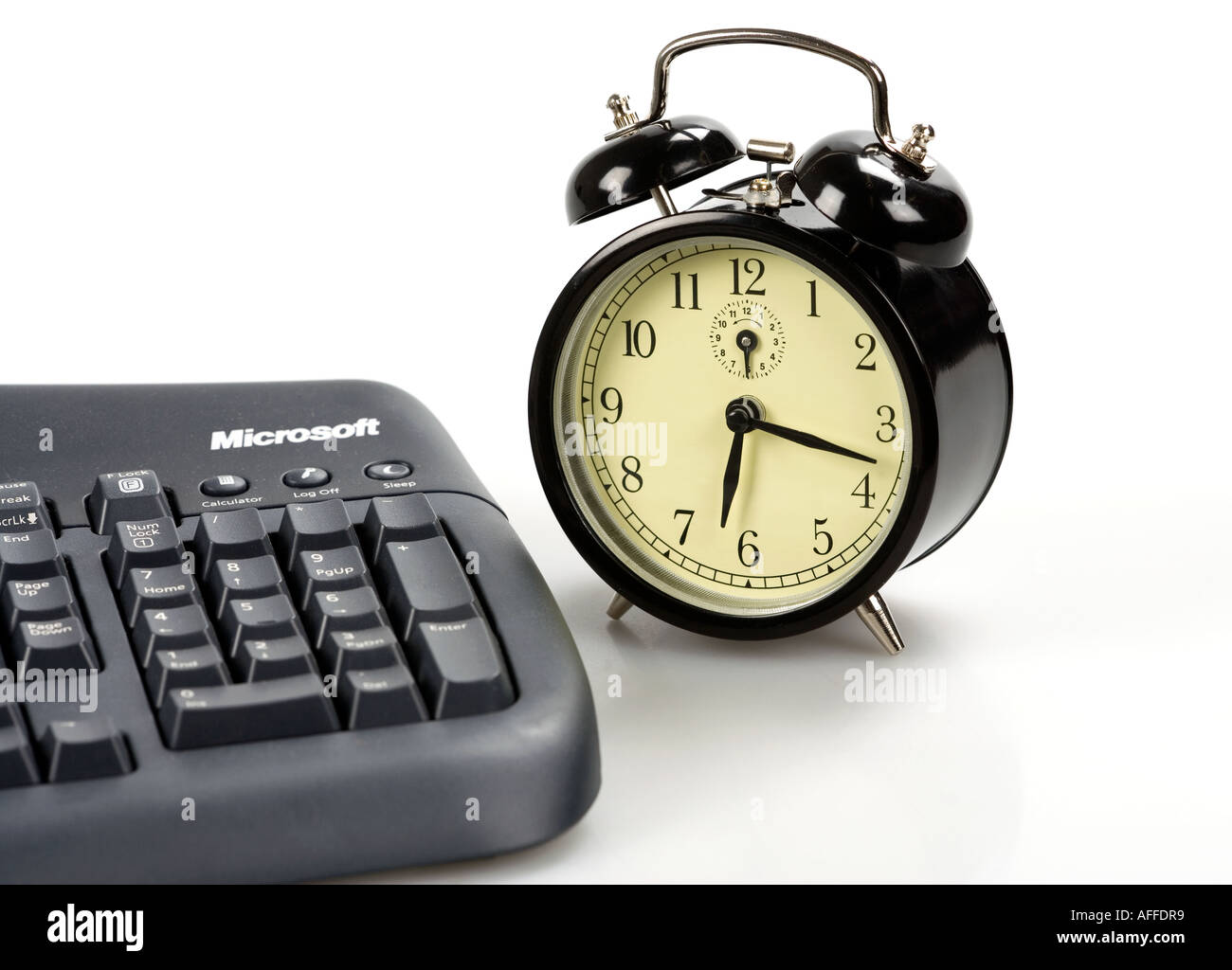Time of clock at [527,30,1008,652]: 6:17
